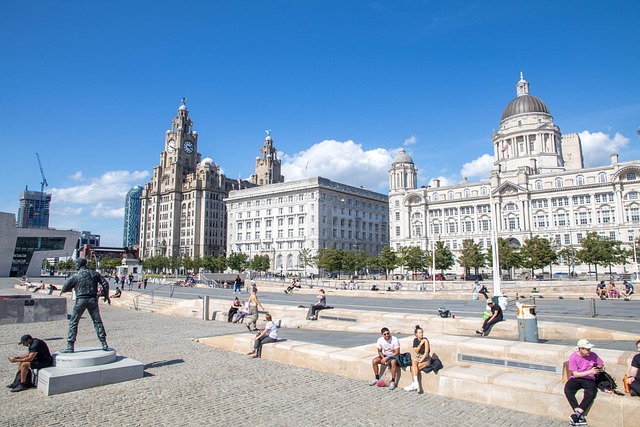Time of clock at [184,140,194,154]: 4:12
